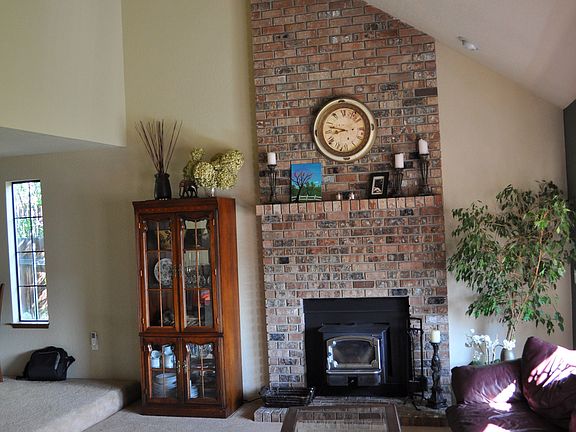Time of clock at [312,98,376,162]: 8:47
